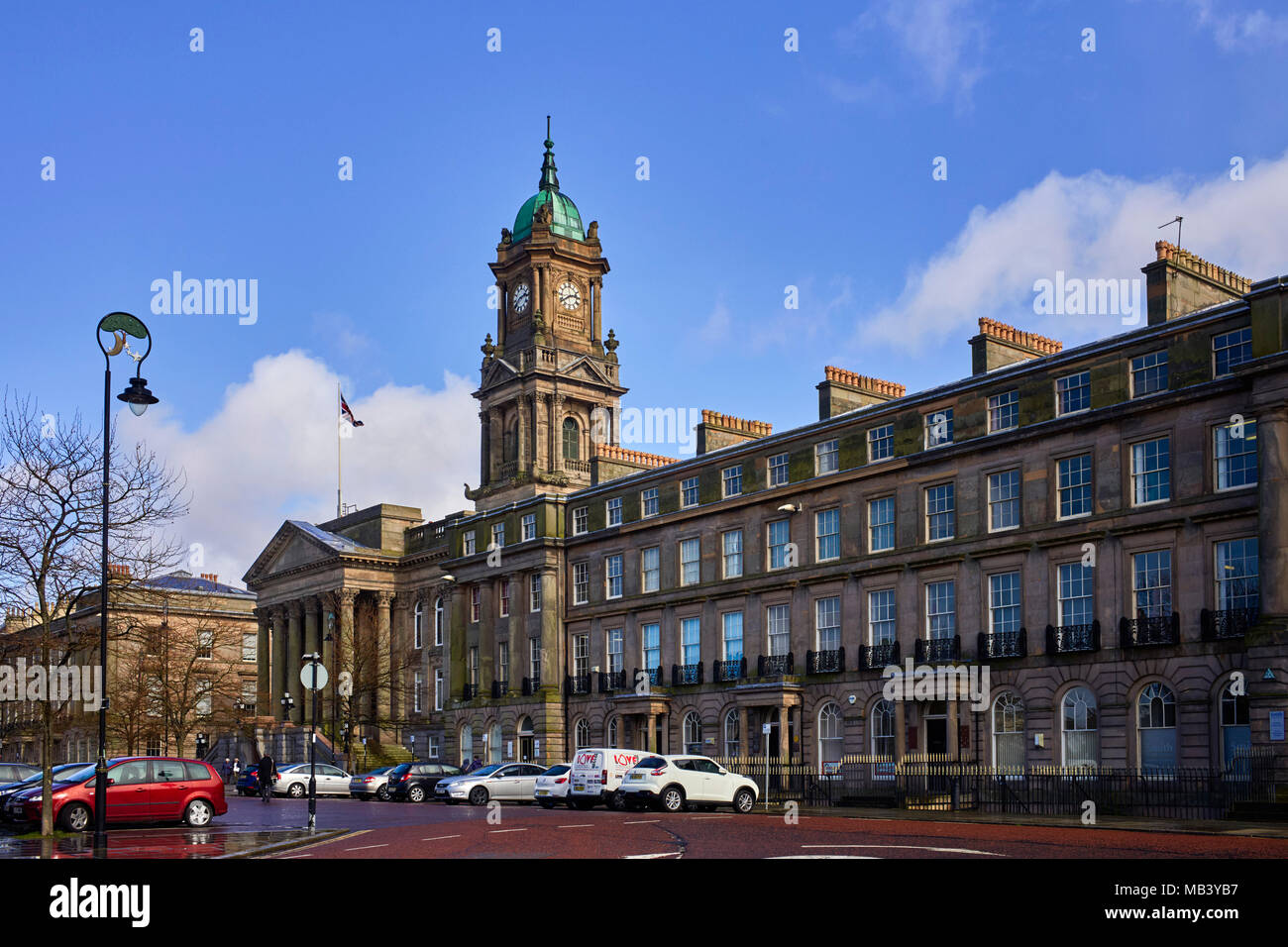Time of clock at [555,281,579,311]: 2:40
